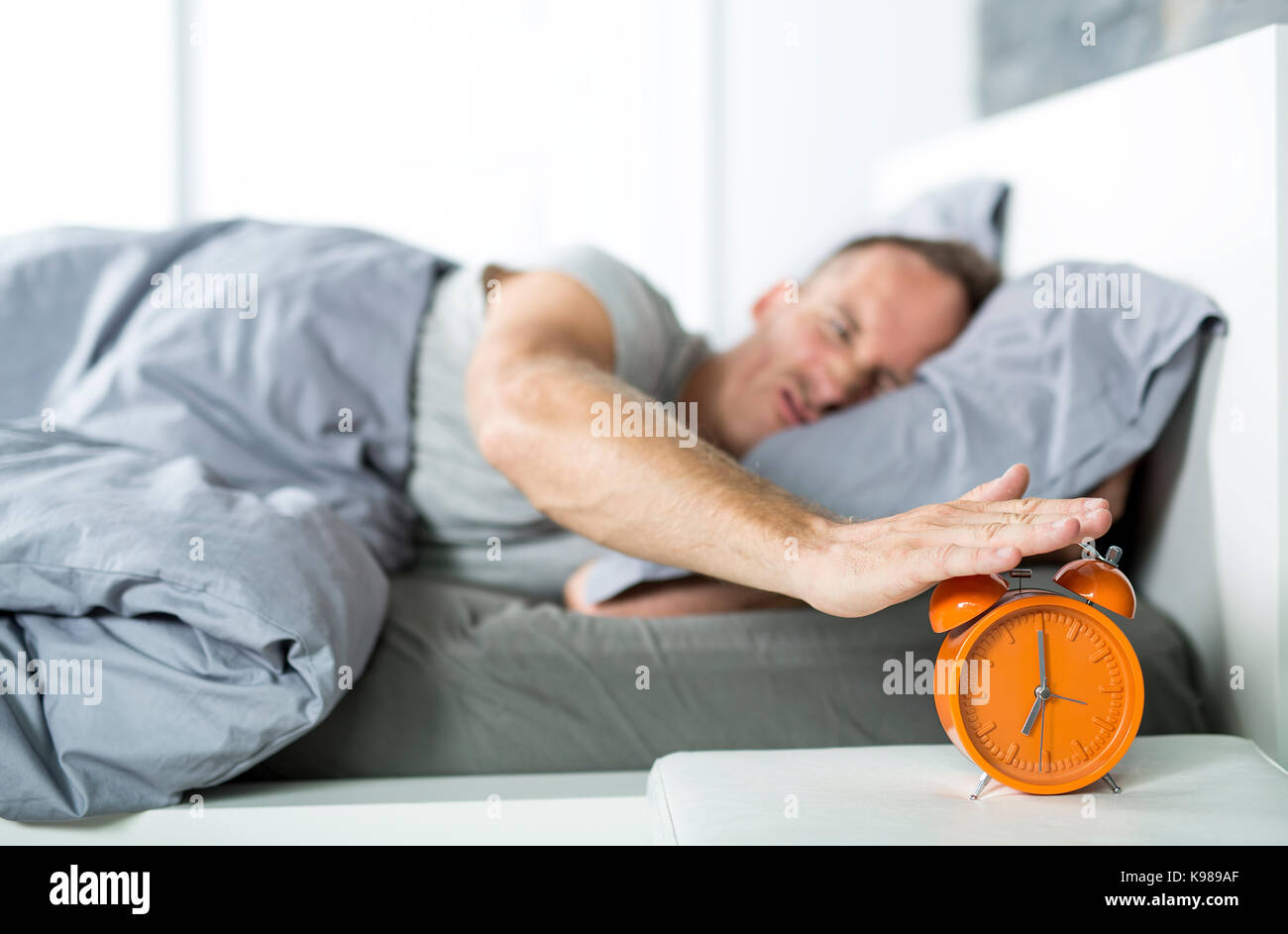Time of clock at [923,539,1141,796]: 7:00
